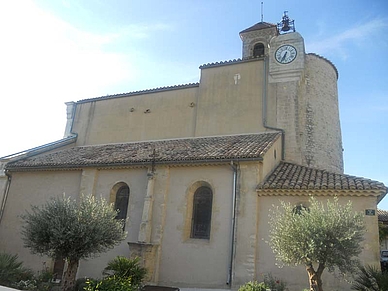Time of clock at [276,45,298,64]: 6:34
